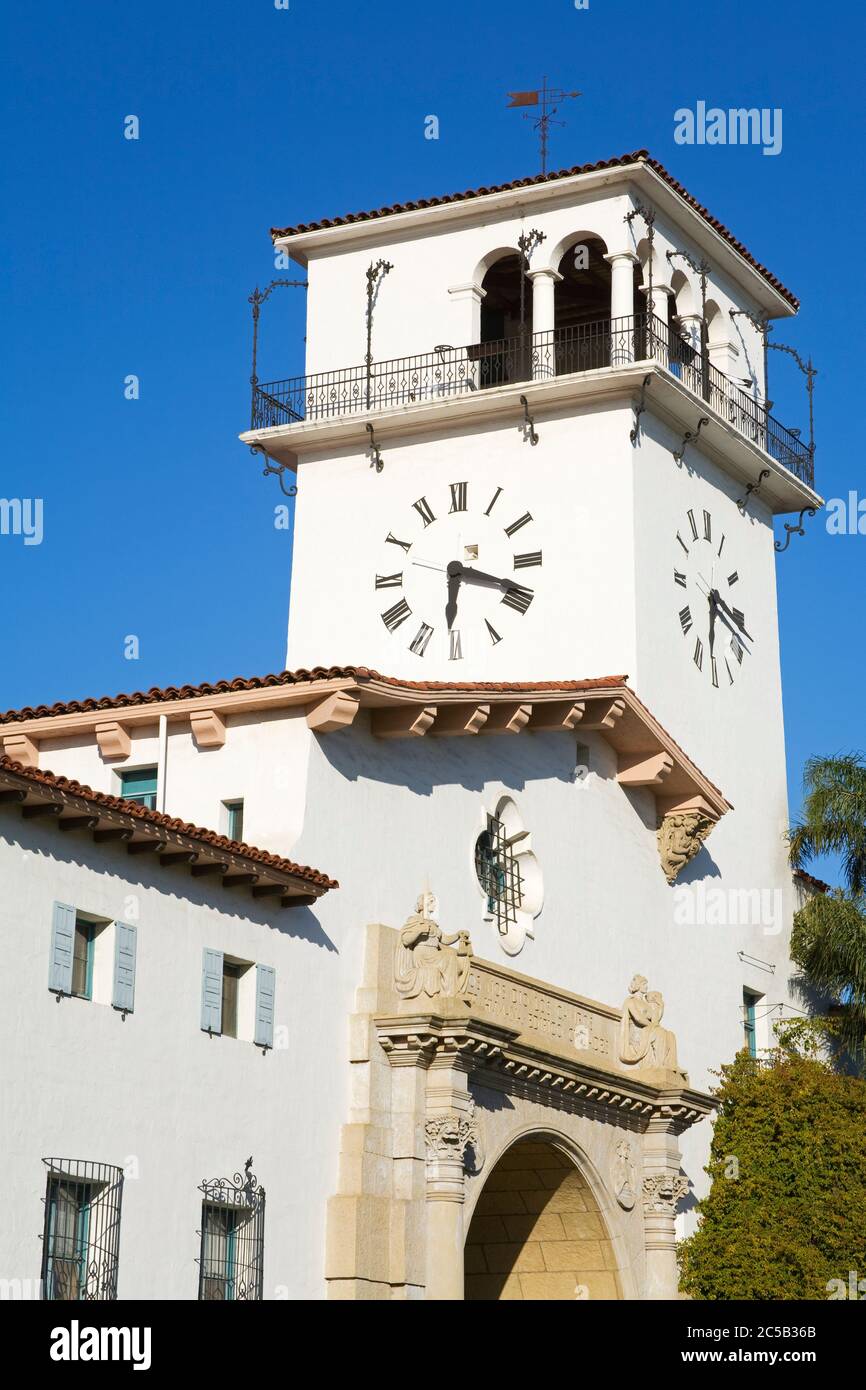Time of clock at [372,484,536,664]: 6:18
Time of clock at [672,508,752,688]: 6:18
